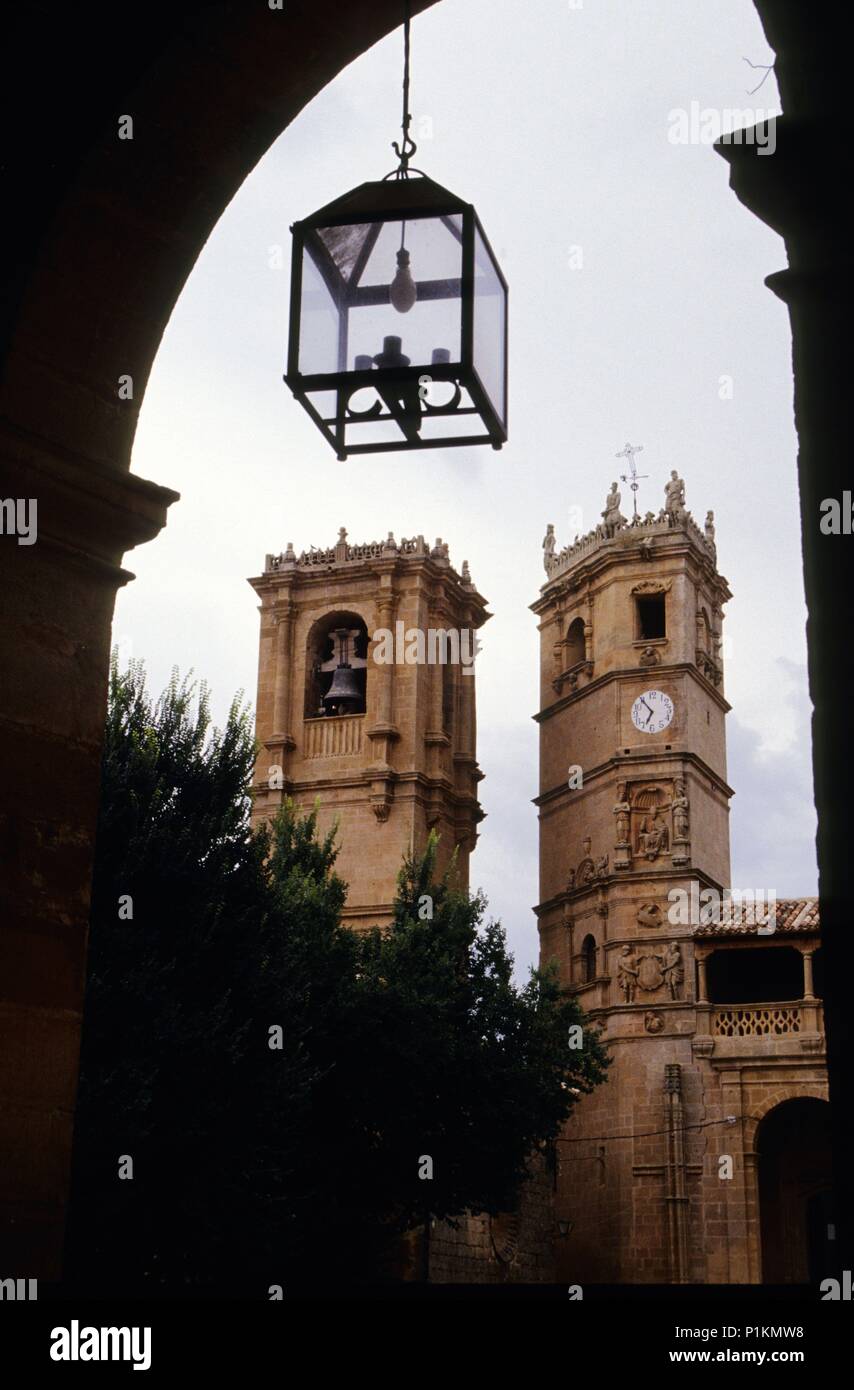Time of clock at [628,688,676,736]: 6:54
